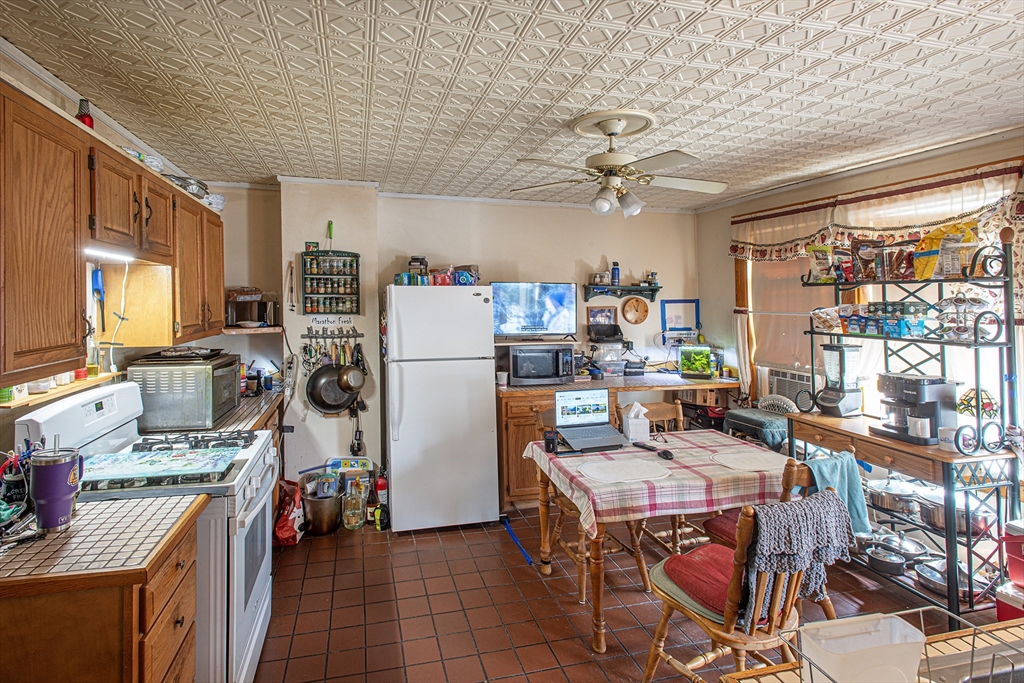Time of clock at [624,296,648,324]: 11:02
